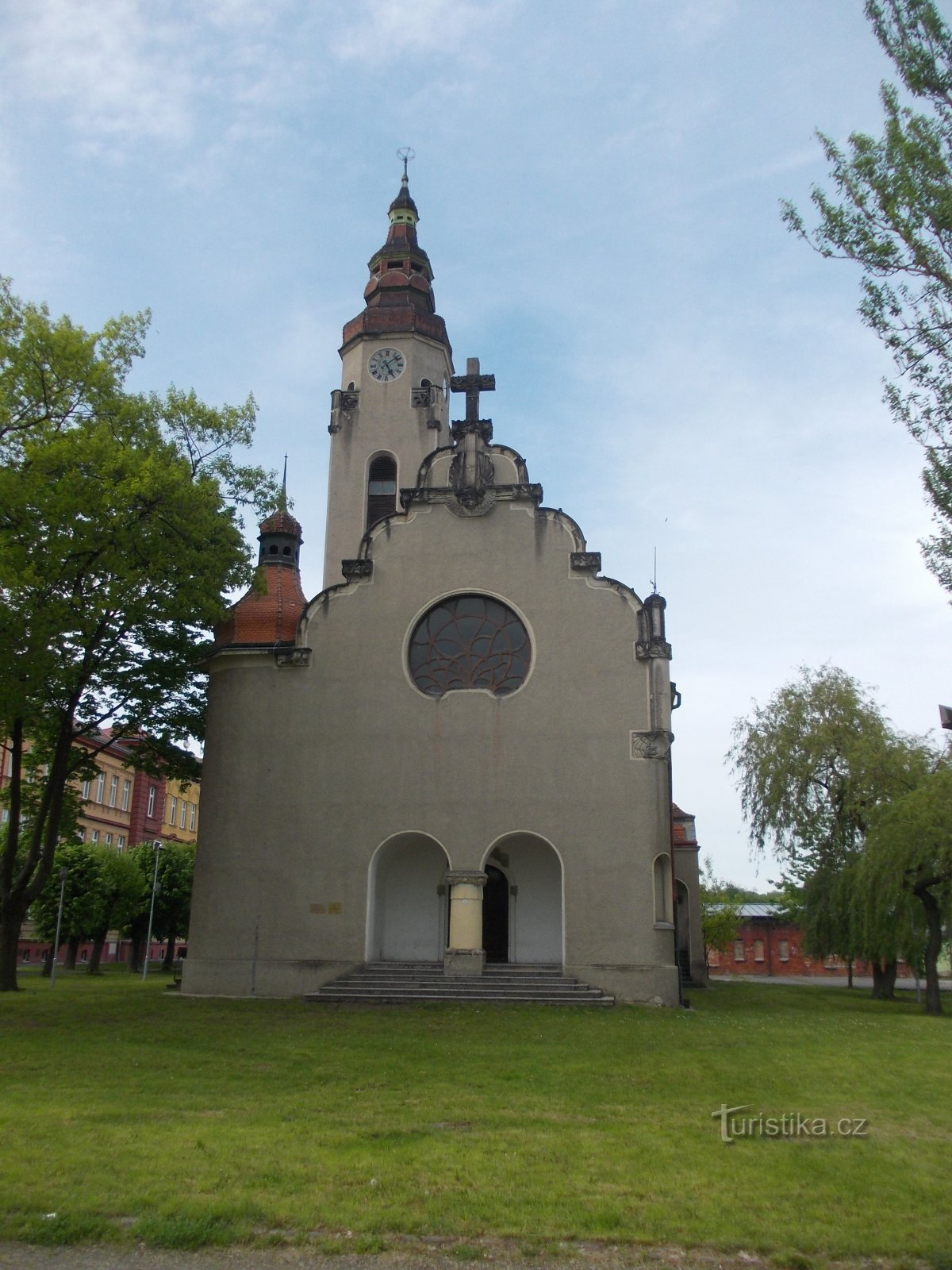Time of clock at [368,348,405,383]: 5:08
